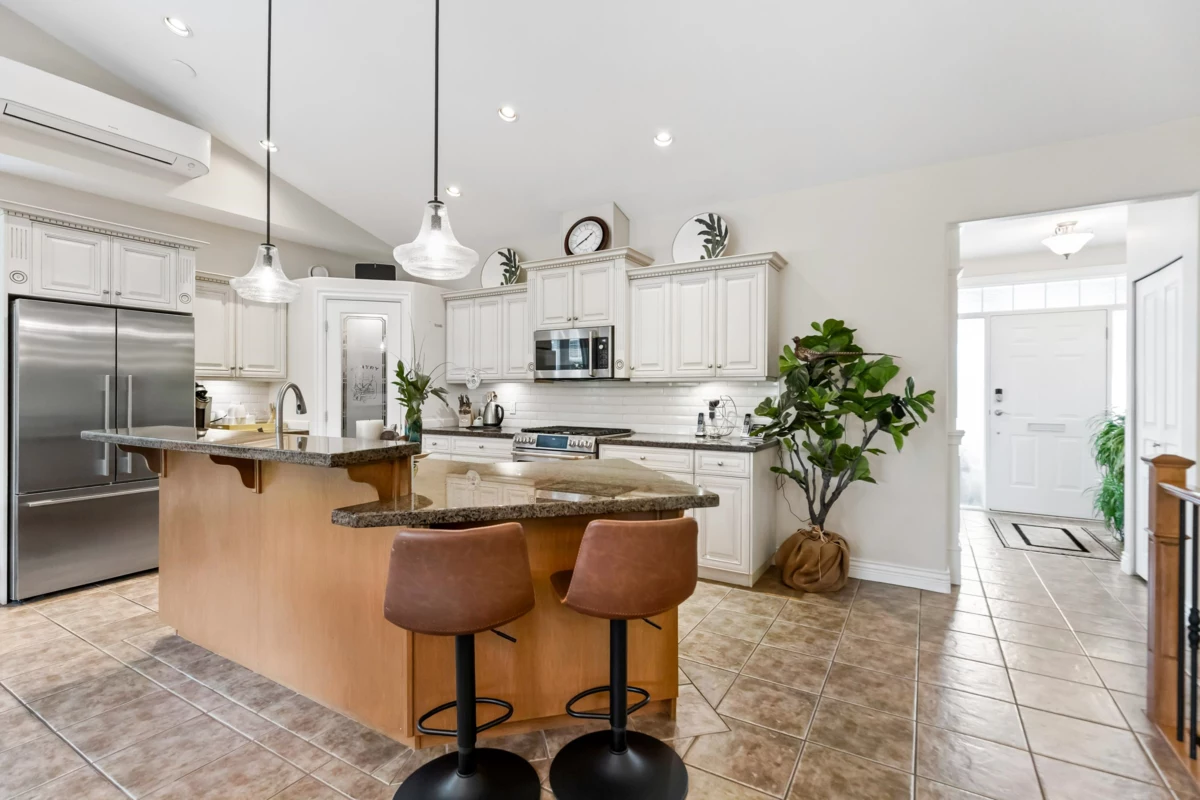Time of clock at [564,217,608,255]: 1:40
